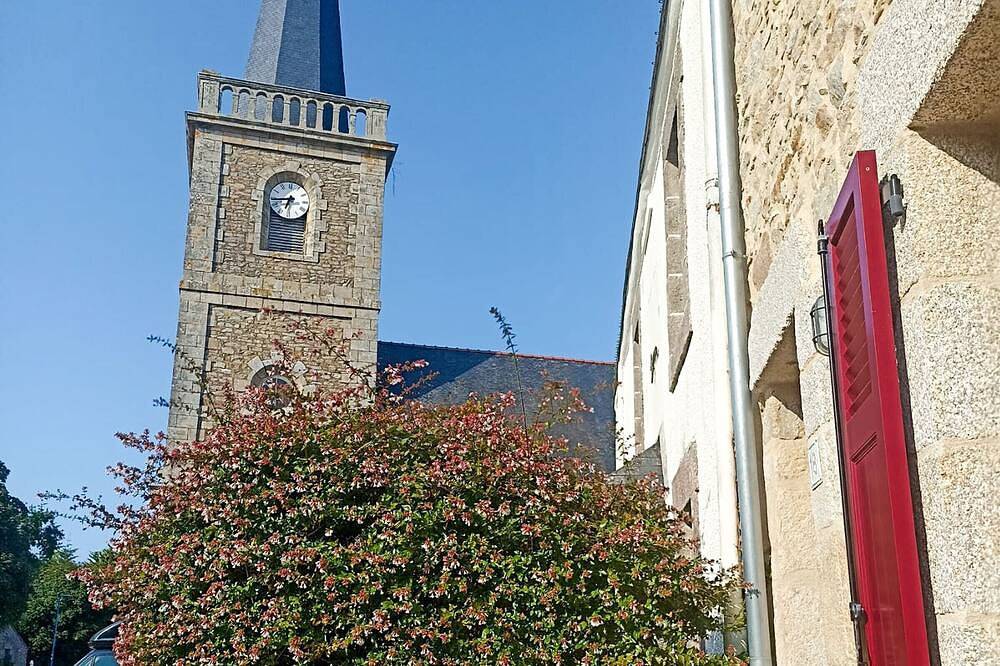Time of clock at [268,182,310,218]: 6:43
